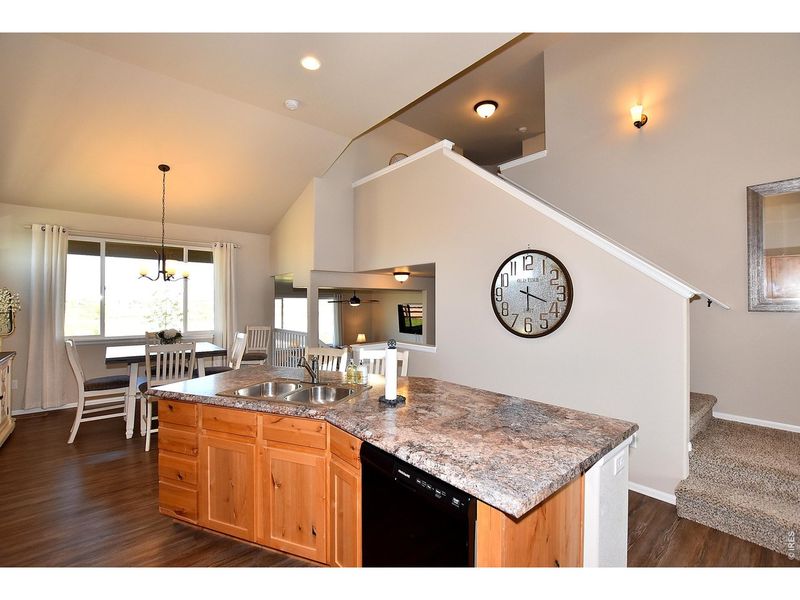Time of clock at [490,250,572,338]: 6:18
